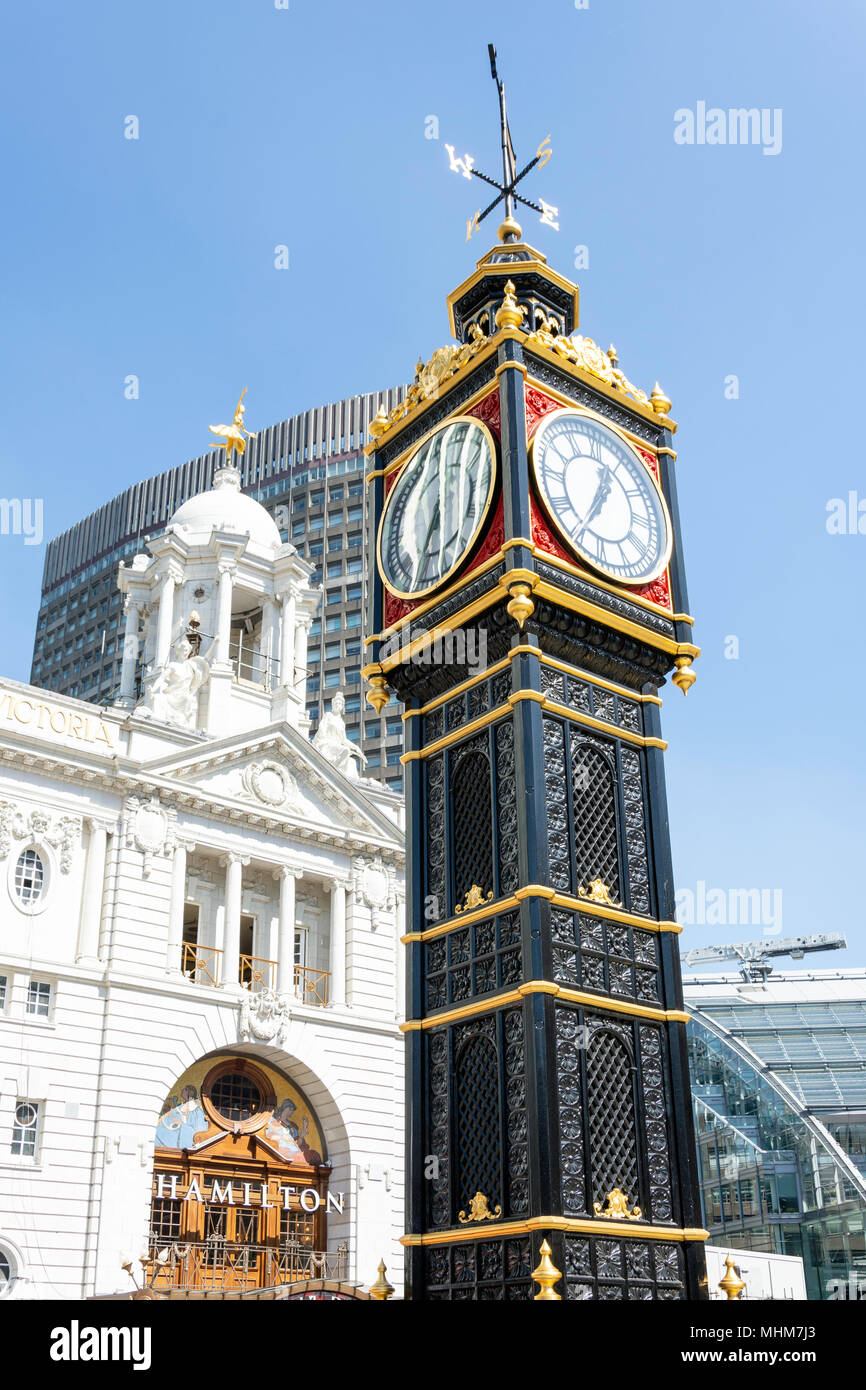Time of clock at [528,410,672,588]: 12:34
